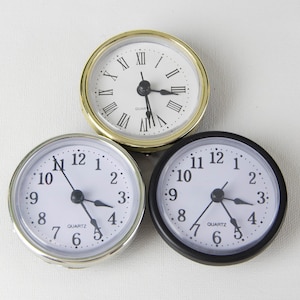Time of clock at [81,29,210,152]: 3:28
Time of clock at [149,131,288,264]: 3:24
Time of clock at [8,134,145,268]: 3:24
